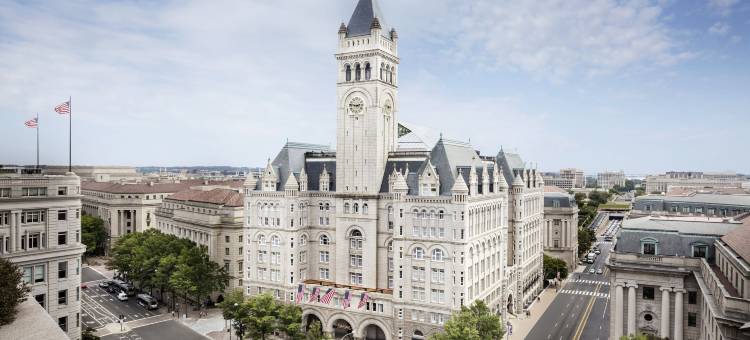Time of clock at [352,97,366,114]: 2:46
